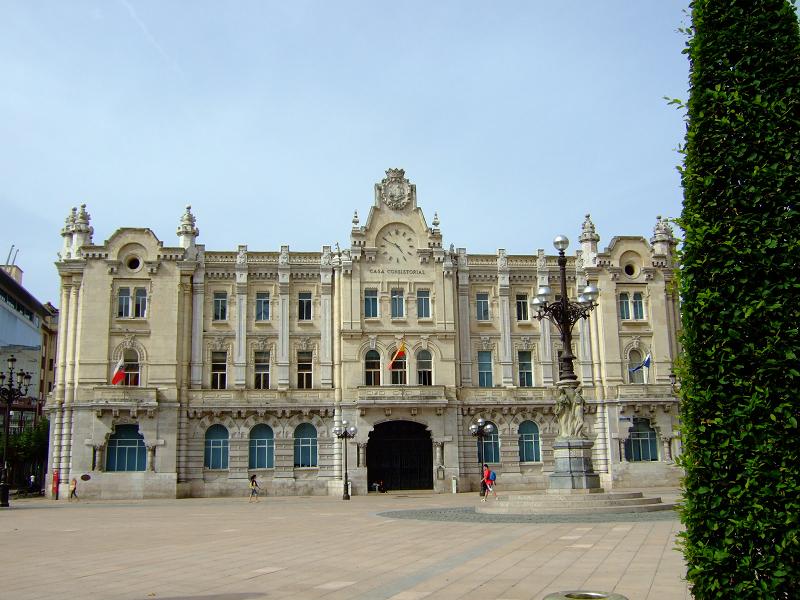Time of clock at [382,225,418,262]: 4:49
